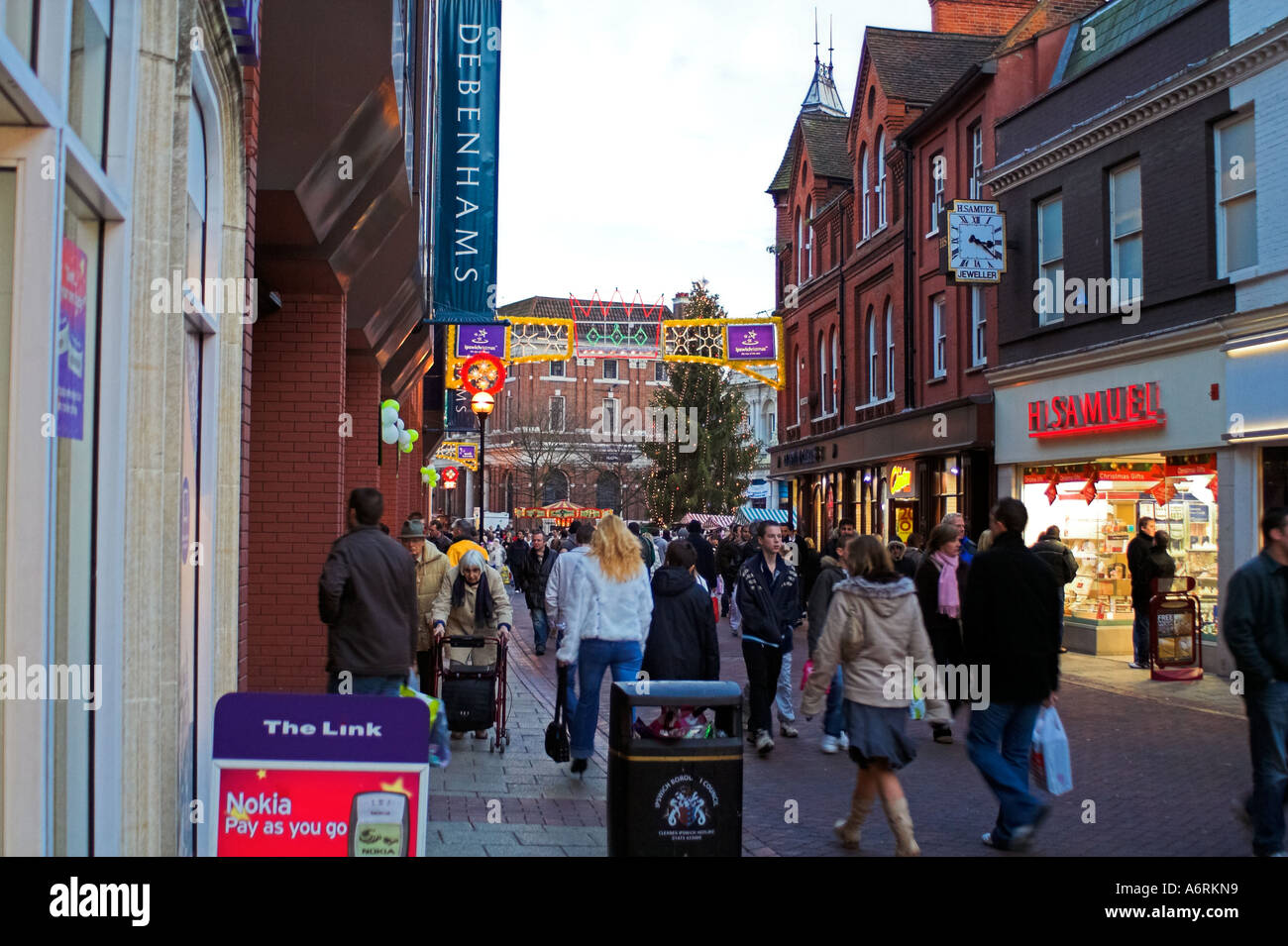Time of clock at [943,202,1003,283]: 3:21
